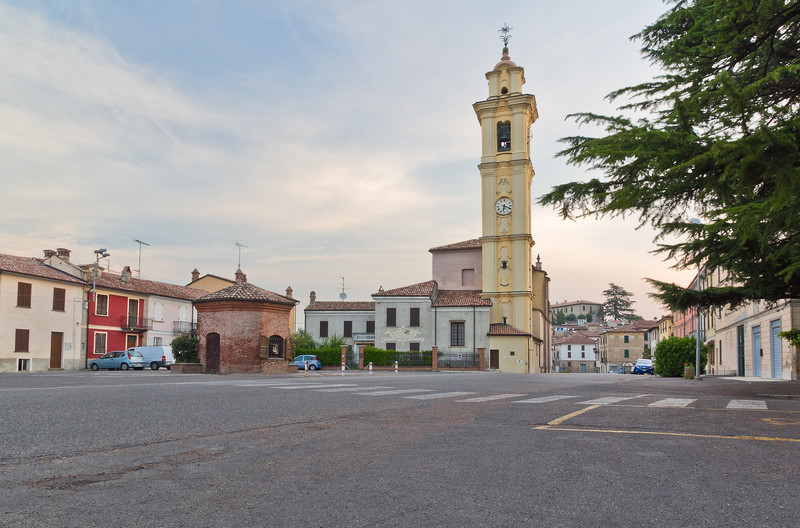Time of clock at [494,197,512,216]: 6:18
